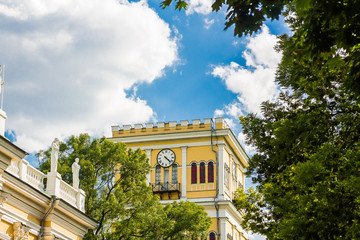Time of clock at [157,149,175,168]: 4:22
